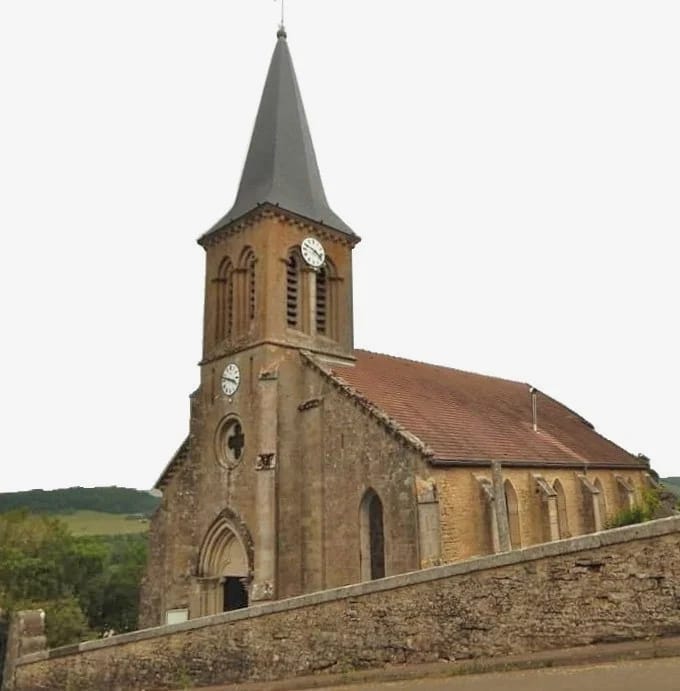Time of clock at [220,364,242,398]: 3:47
